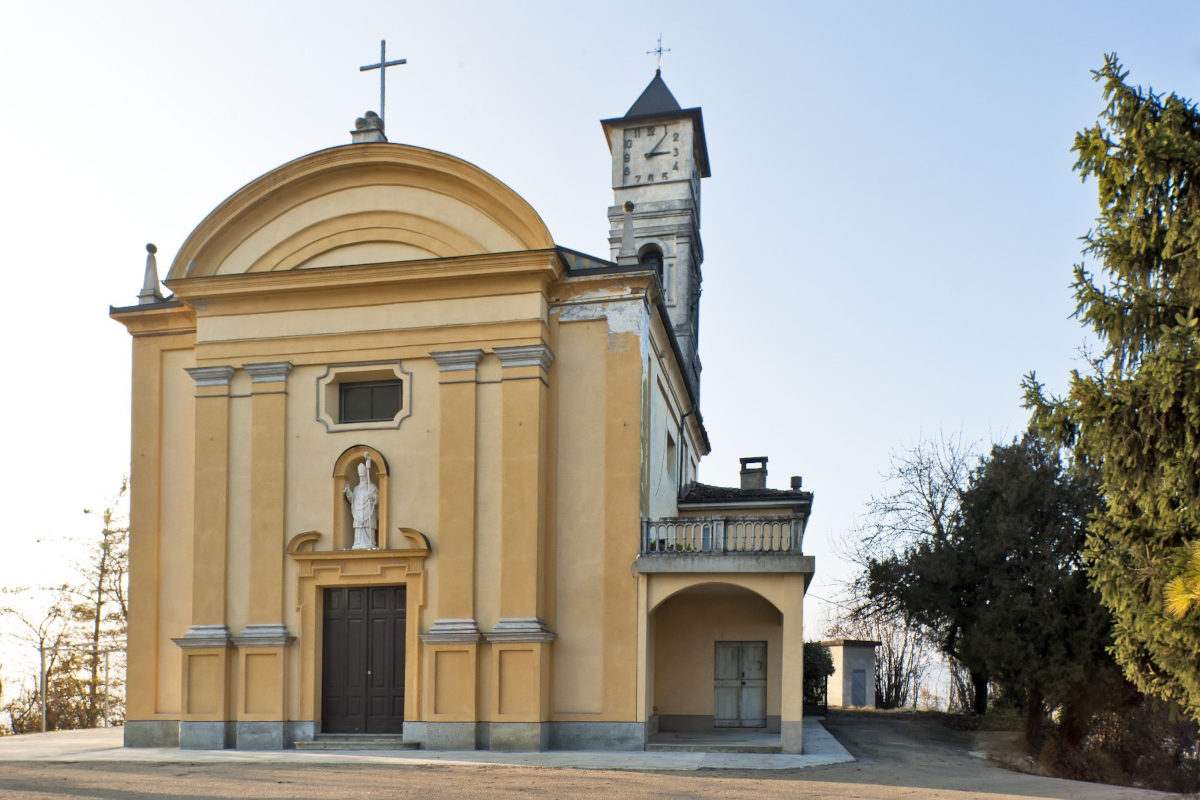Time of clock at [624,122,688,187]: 3:06
